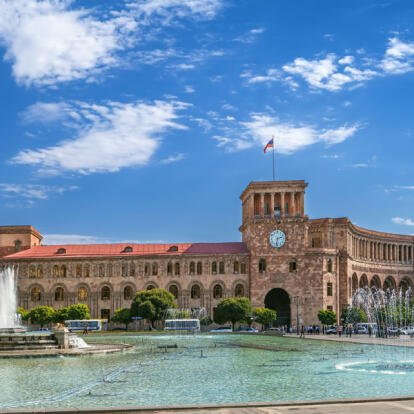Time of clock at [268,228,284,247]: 2:32
